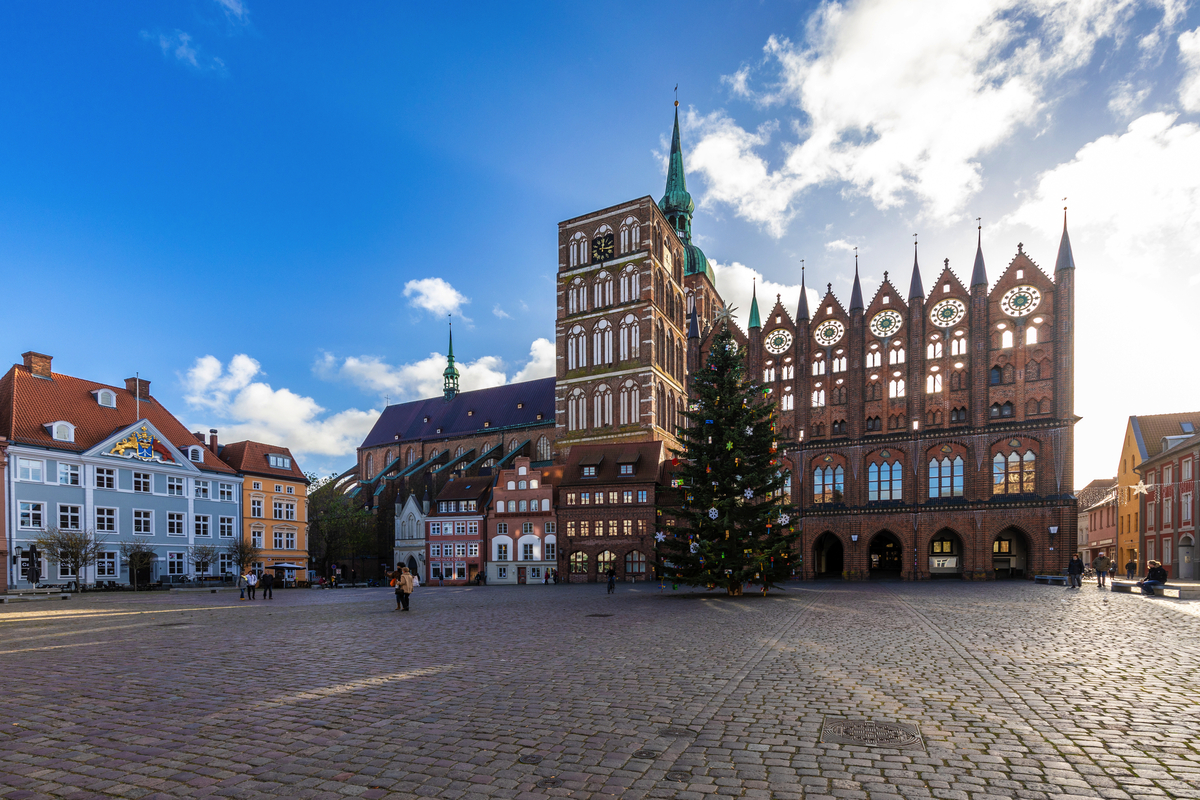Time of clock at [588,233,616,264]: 12:16
